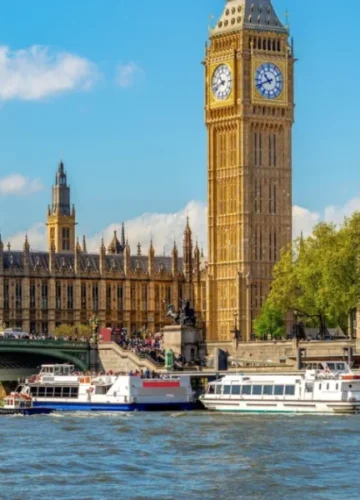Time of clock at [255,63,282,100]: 10:41
